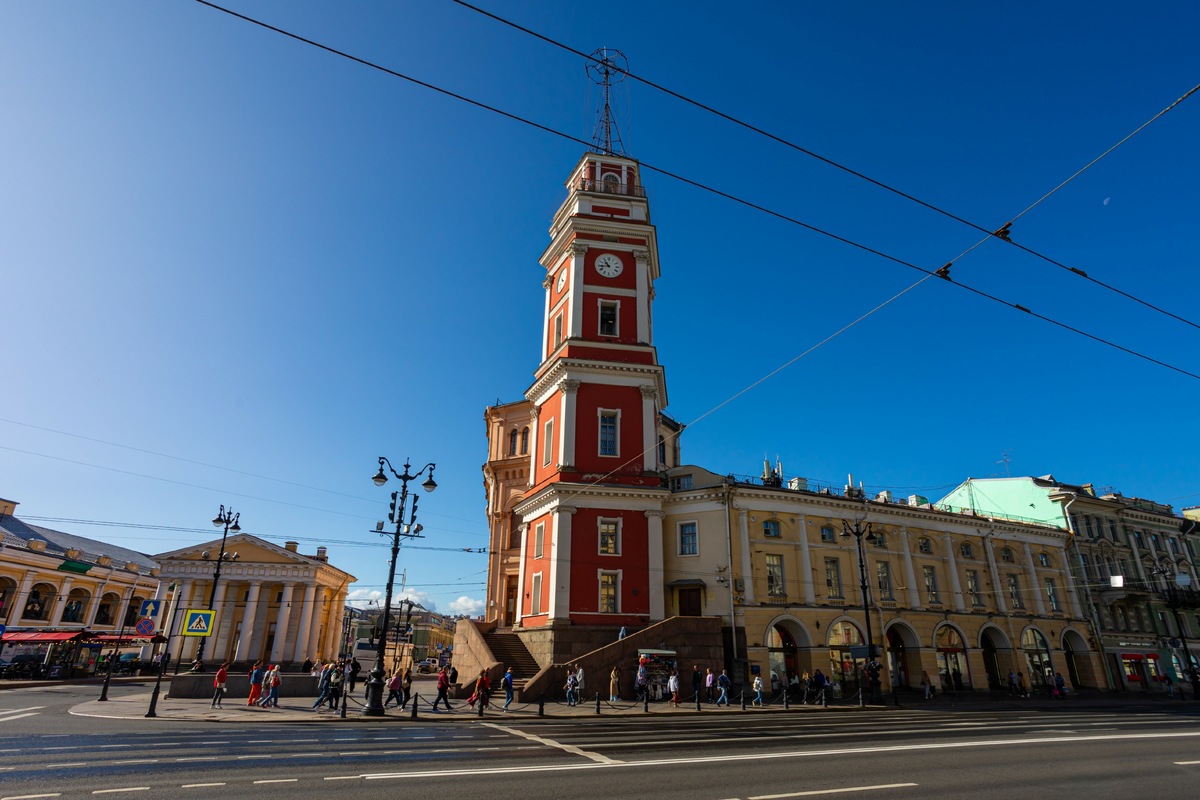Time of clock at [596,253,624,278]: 10:43
